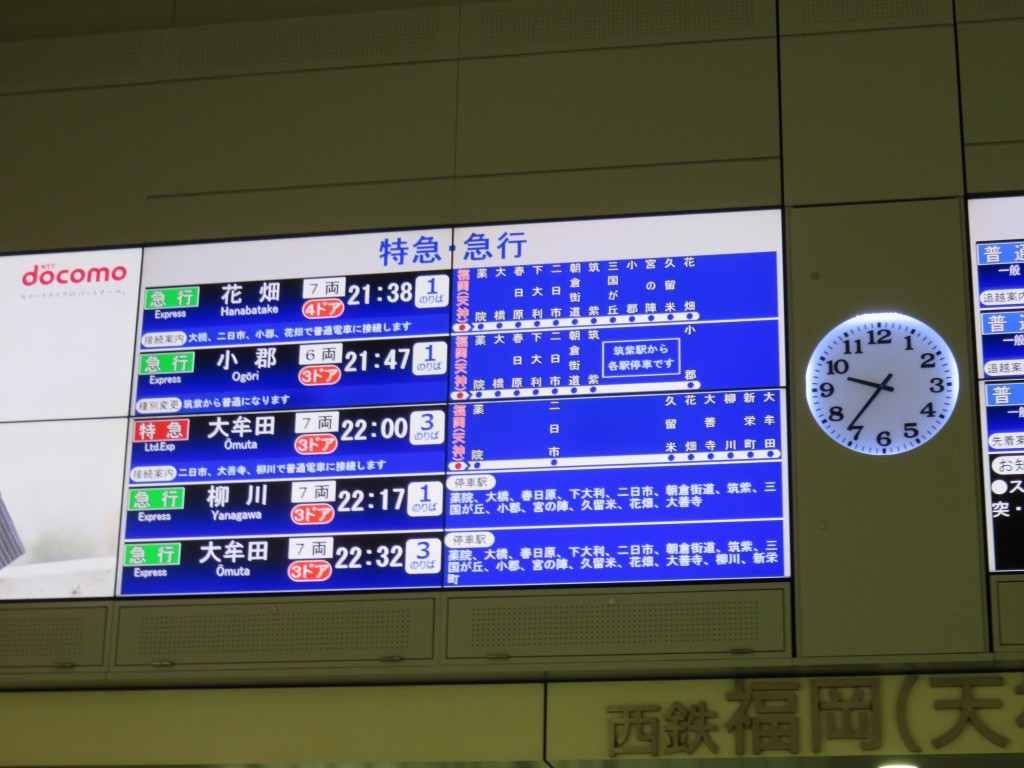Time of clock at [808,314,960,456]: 9:36
